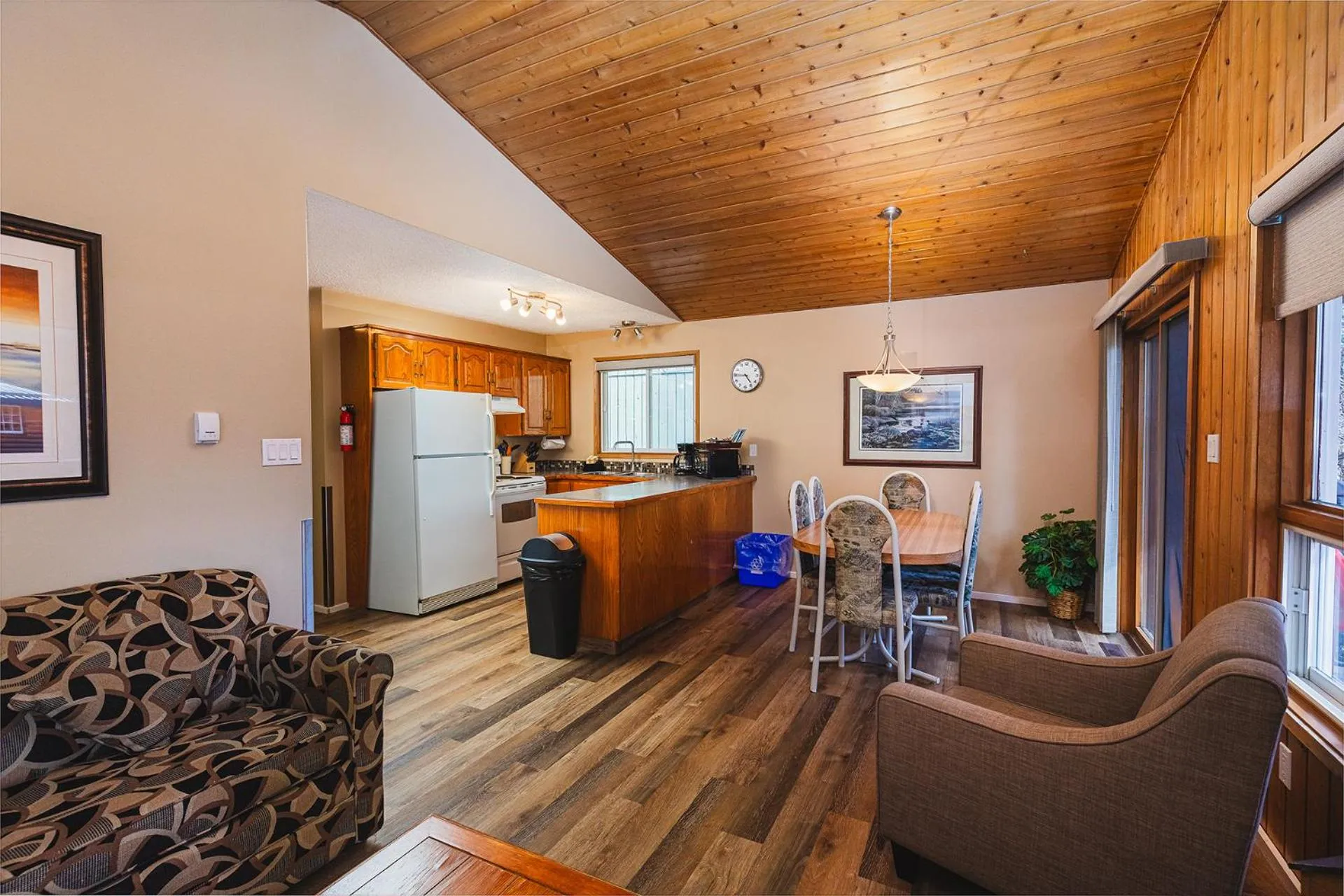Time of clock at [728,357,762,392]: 4:44
